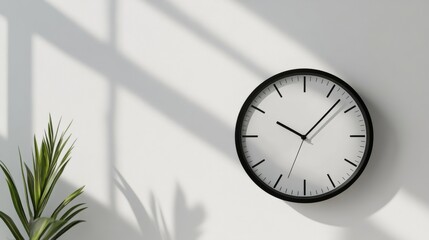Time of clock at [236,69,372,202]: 10:07
